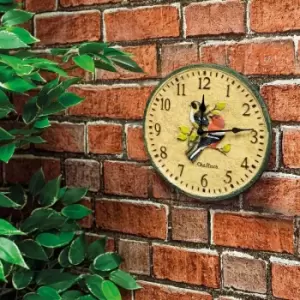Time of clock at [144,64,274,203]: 12:13
